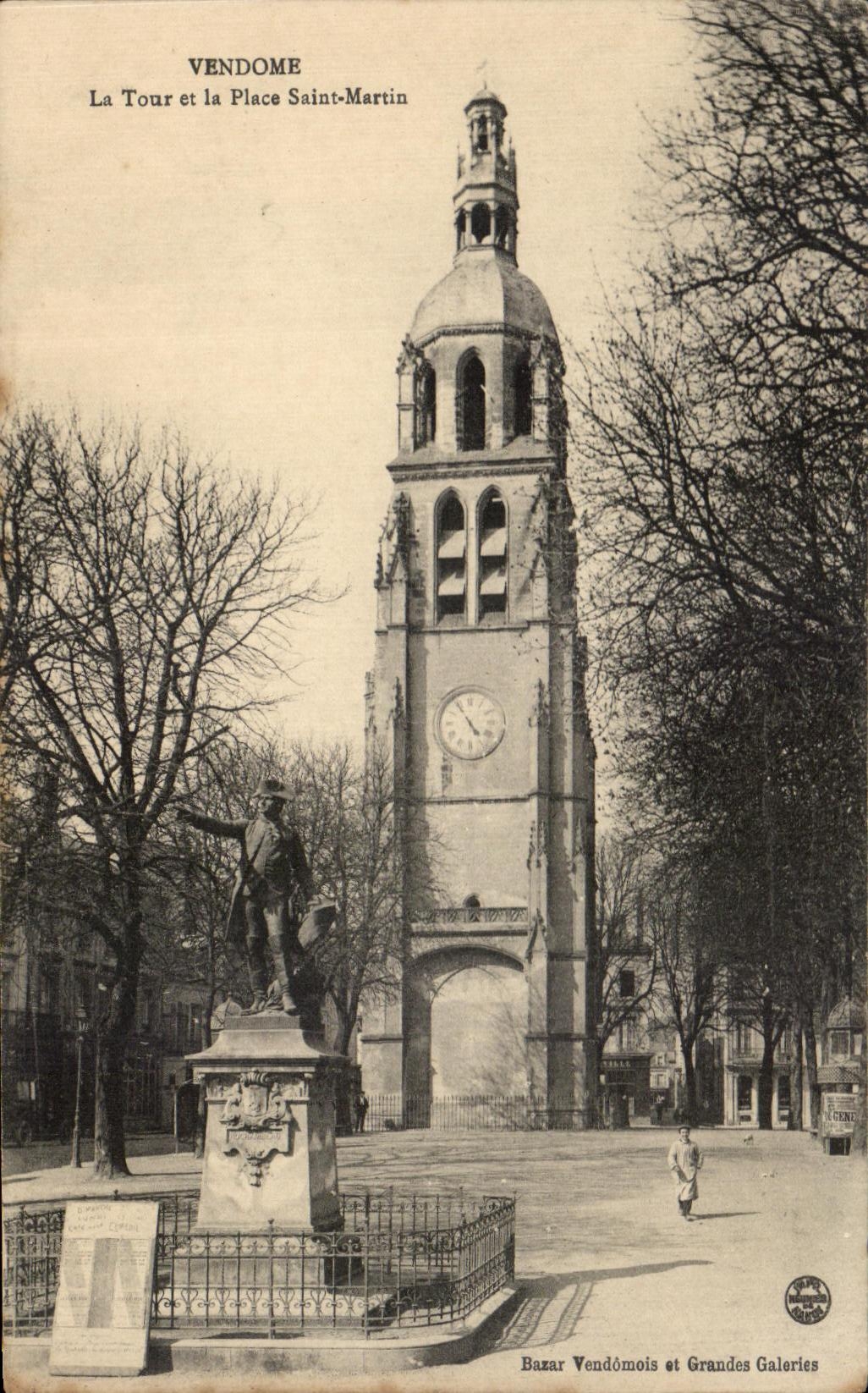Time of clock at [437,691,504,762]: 4:54
